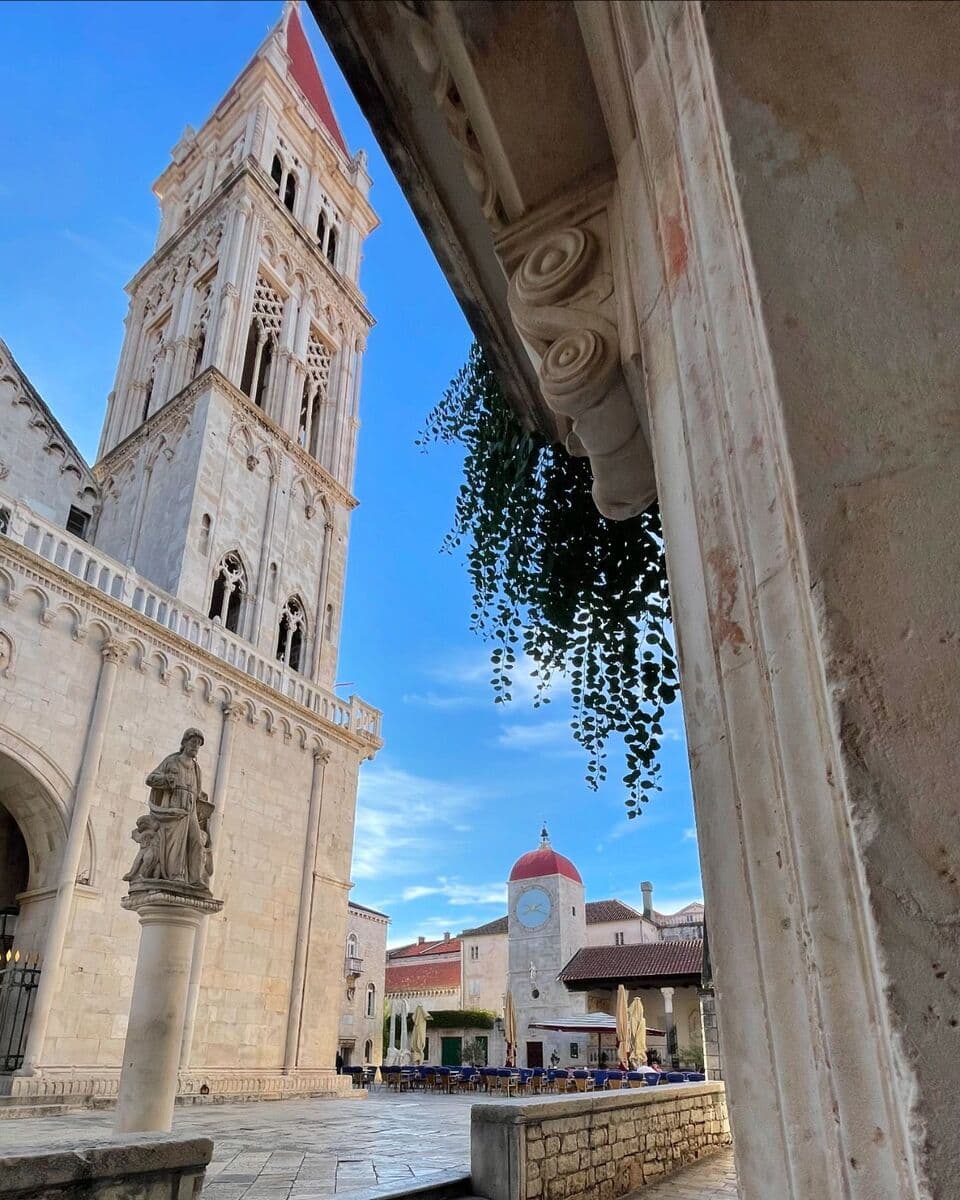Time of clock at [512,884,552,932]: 8:18
